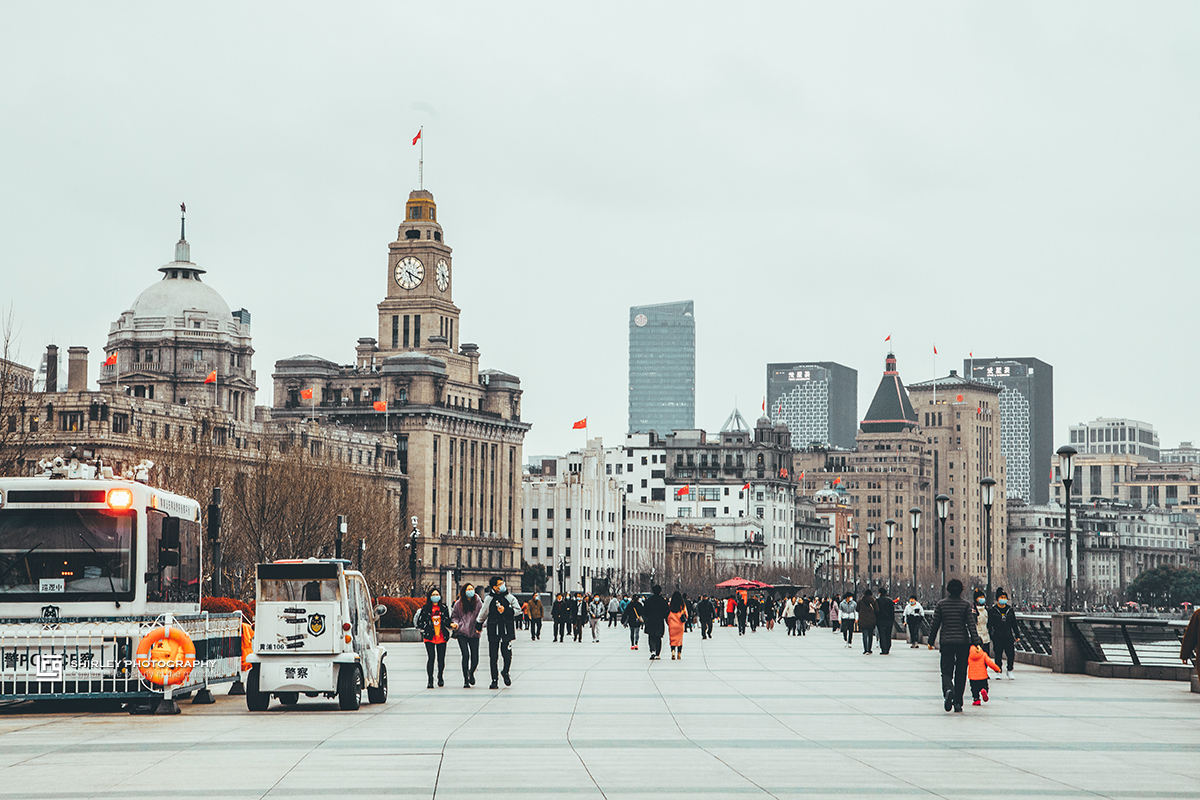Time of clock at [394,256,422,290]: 5:19
